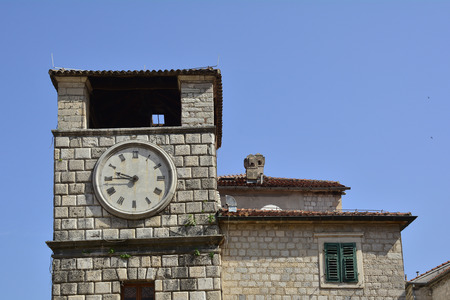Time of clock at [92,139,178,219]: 9:44
